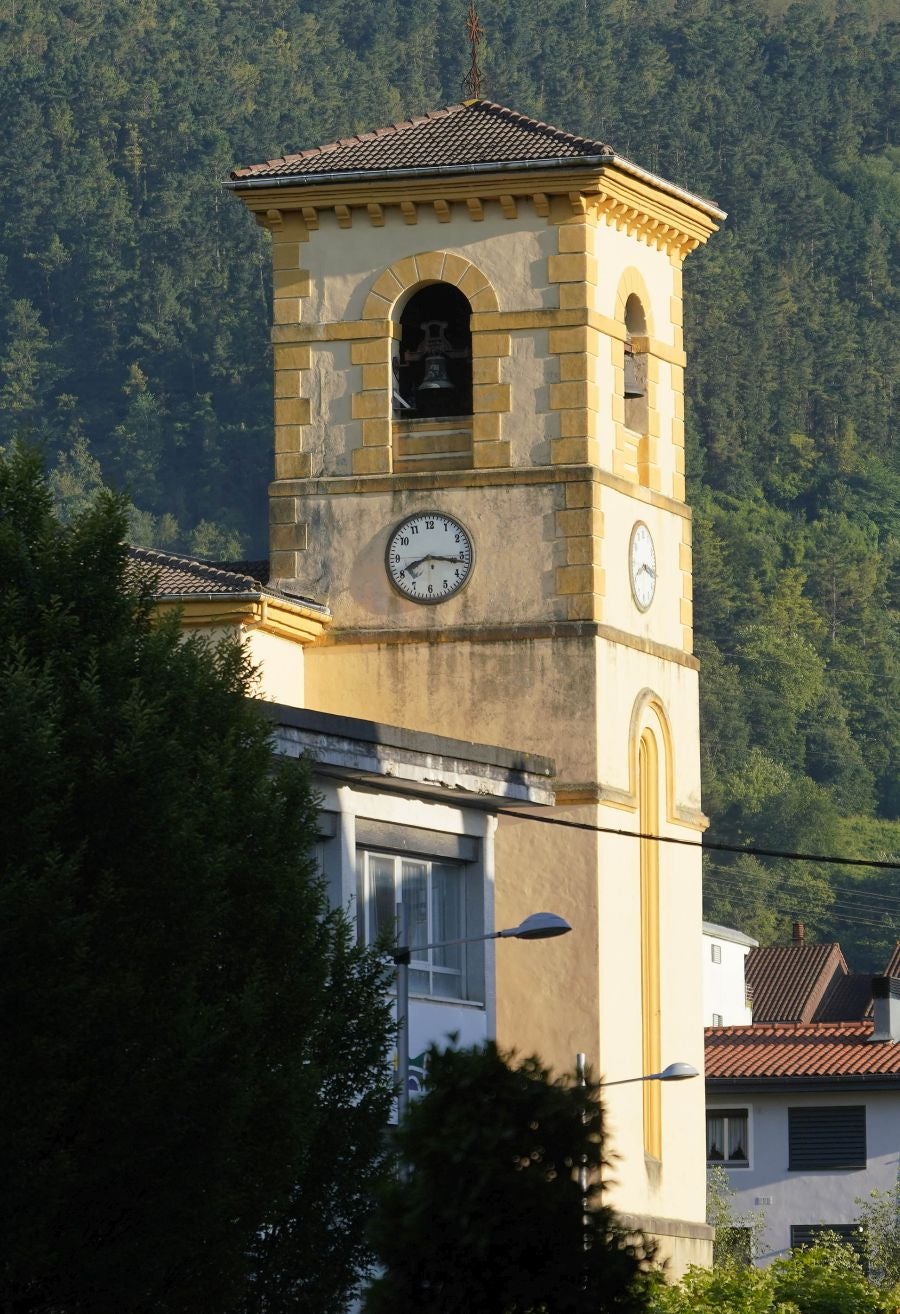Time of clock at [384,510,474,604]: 8:16
